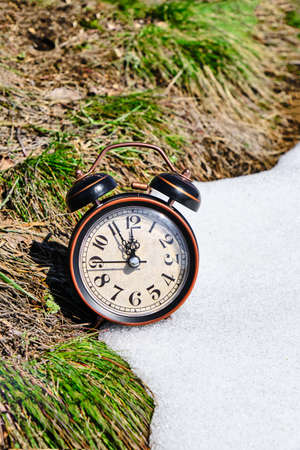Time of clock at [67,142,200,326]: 11:55
